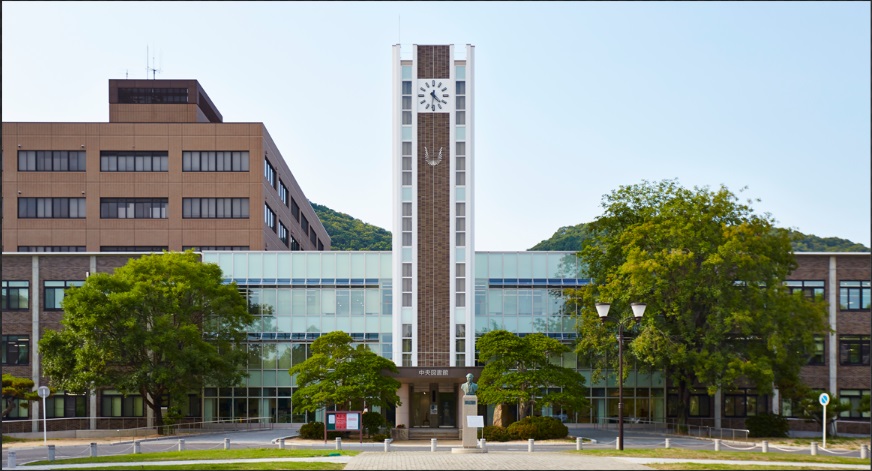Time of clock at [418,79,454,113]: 4:31
